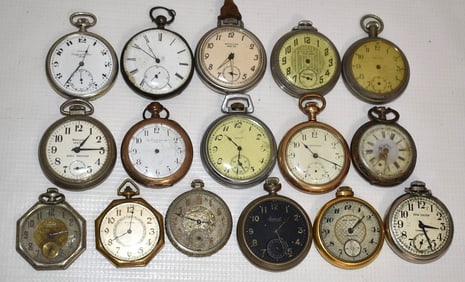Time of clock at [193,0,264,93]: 7:29
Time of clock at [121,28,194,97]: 10:50
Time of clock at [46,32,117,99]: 12:36
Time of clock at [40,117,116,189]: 1:14
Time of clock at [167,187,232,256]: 2:48
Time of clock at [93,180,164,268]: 8:01
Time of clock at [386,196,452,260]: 3:26
